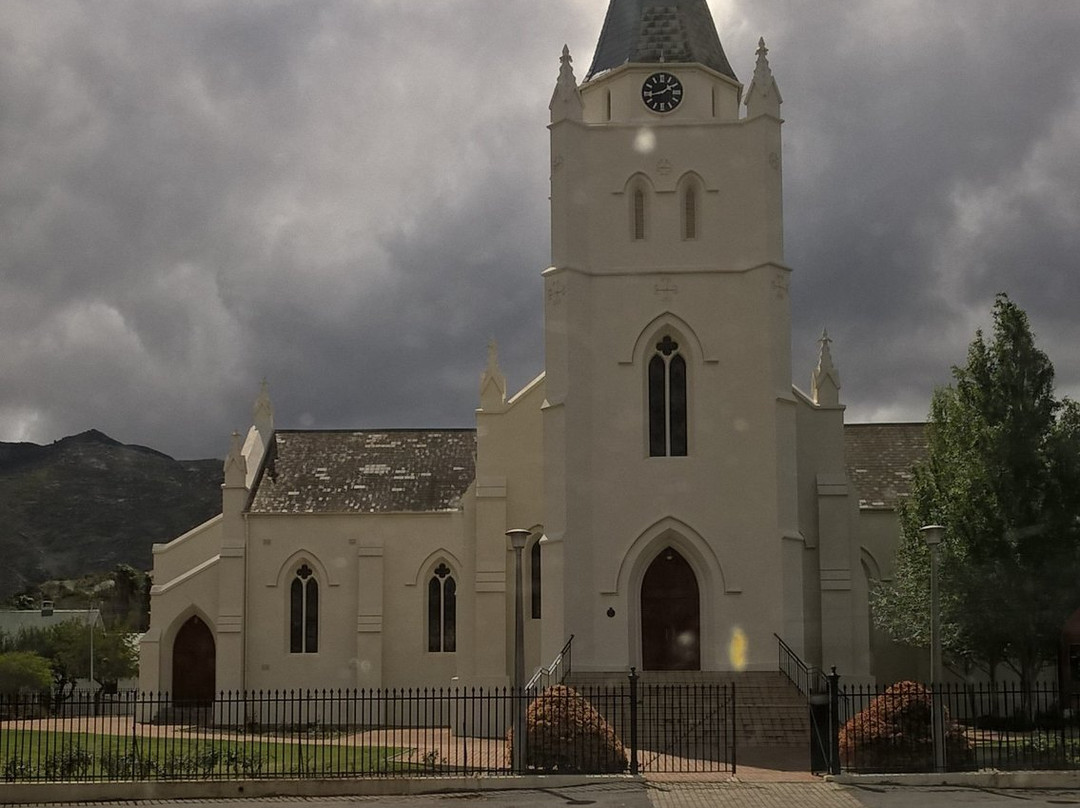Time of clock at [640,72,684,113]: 1:43
